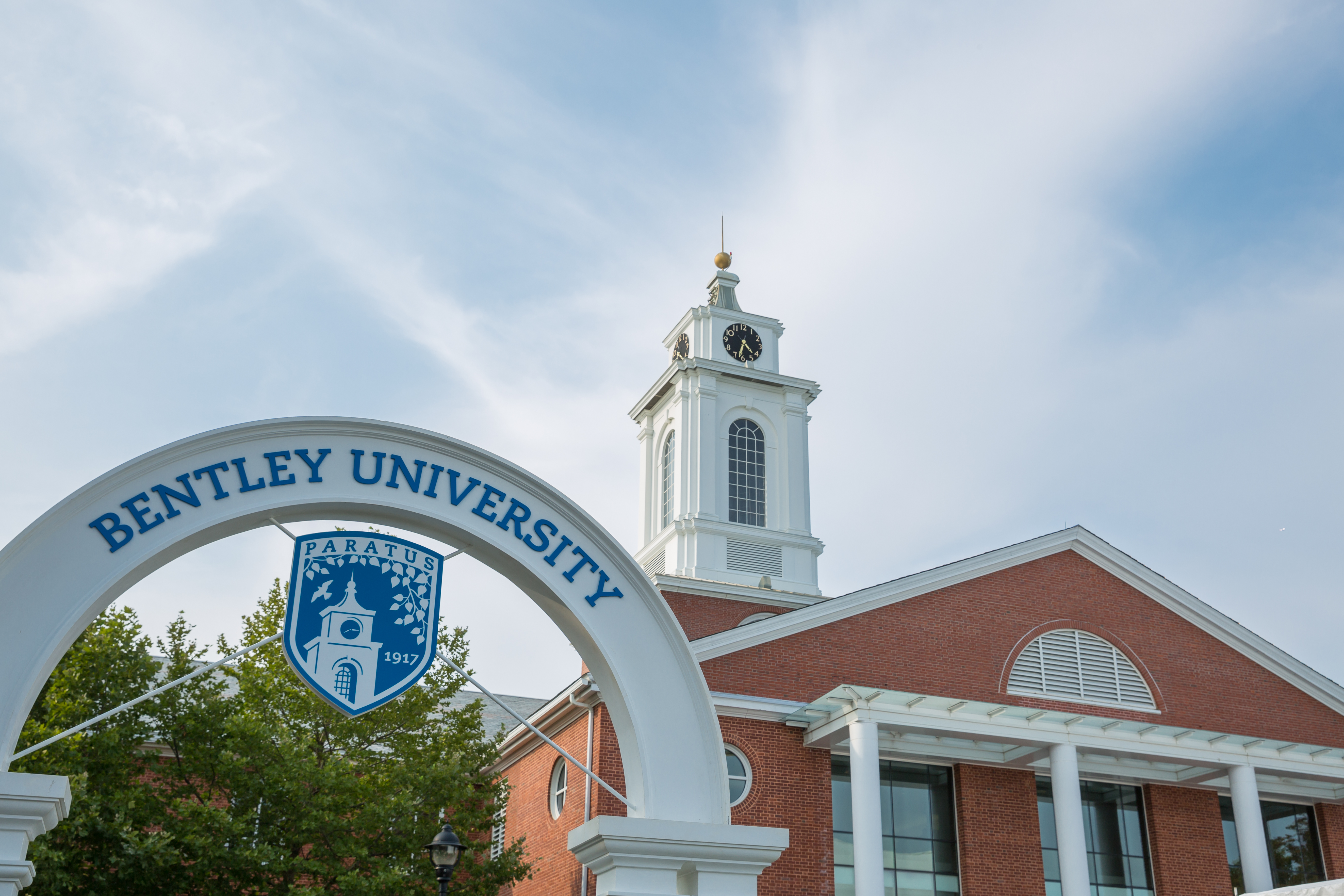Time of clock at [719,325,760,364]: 4:32
